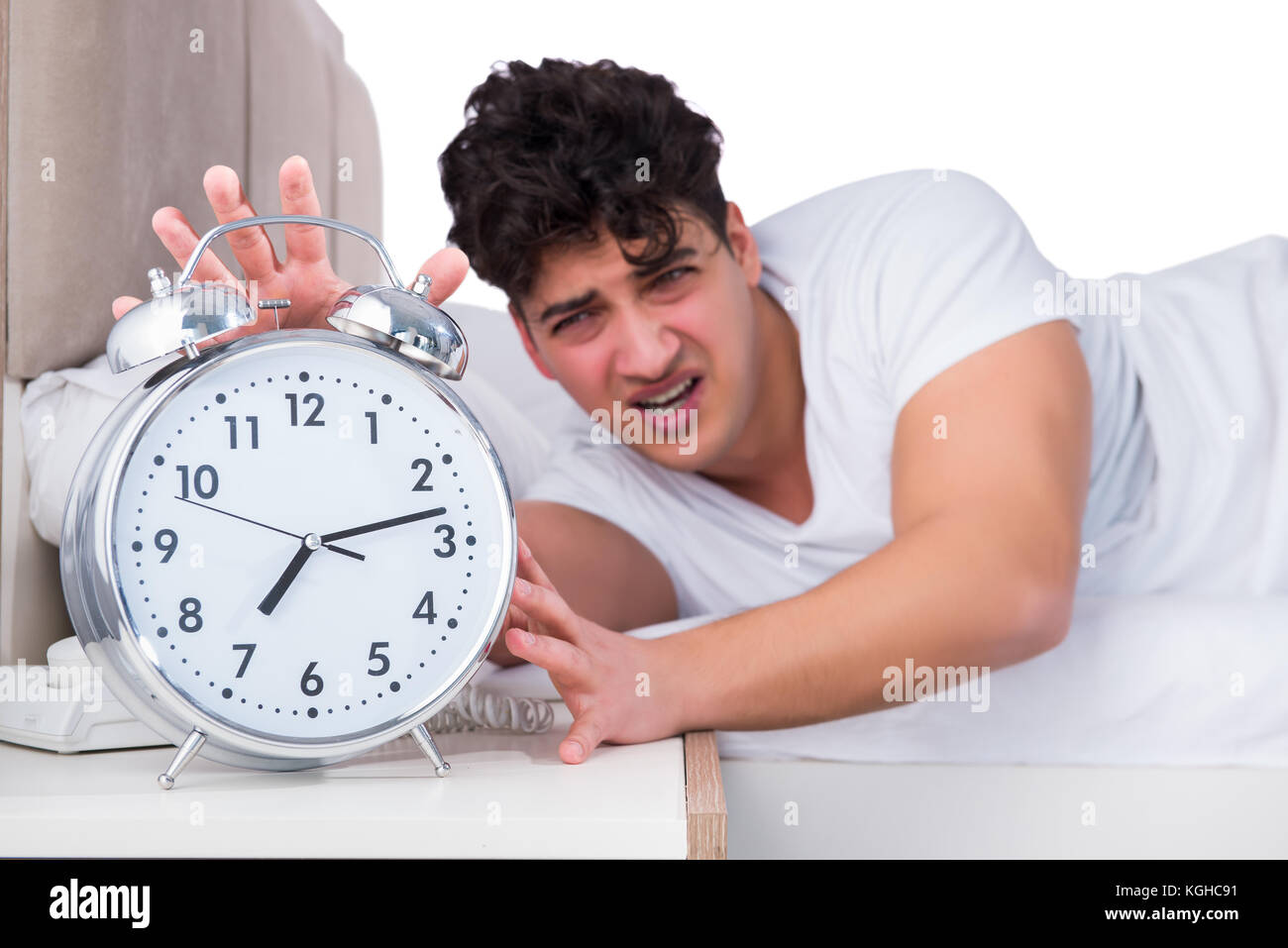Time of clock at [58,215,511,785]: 7:13
